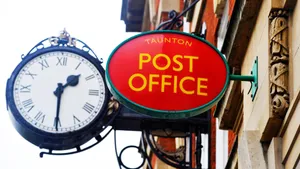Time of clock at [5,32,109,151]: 1:30
